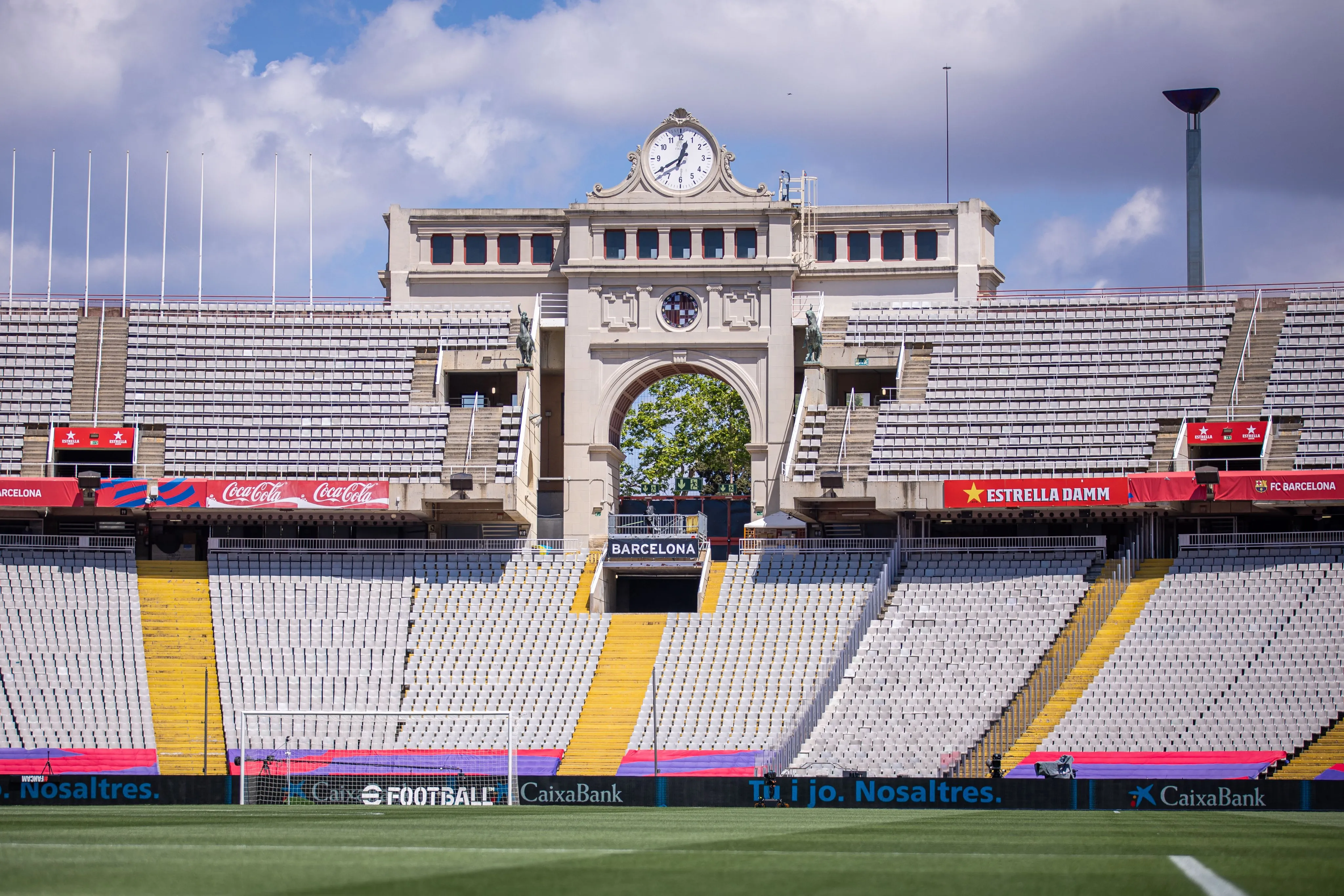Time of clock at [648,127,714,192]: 12:39
